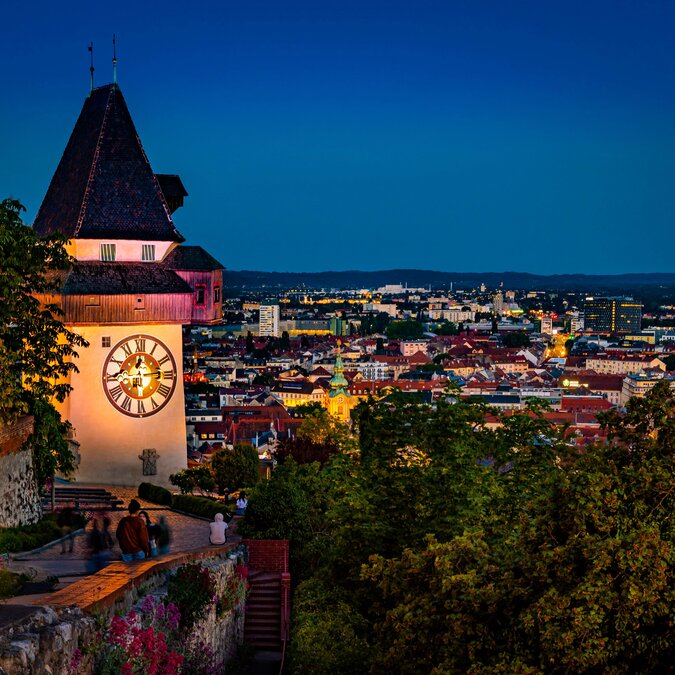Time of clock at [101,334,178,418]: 12:13
